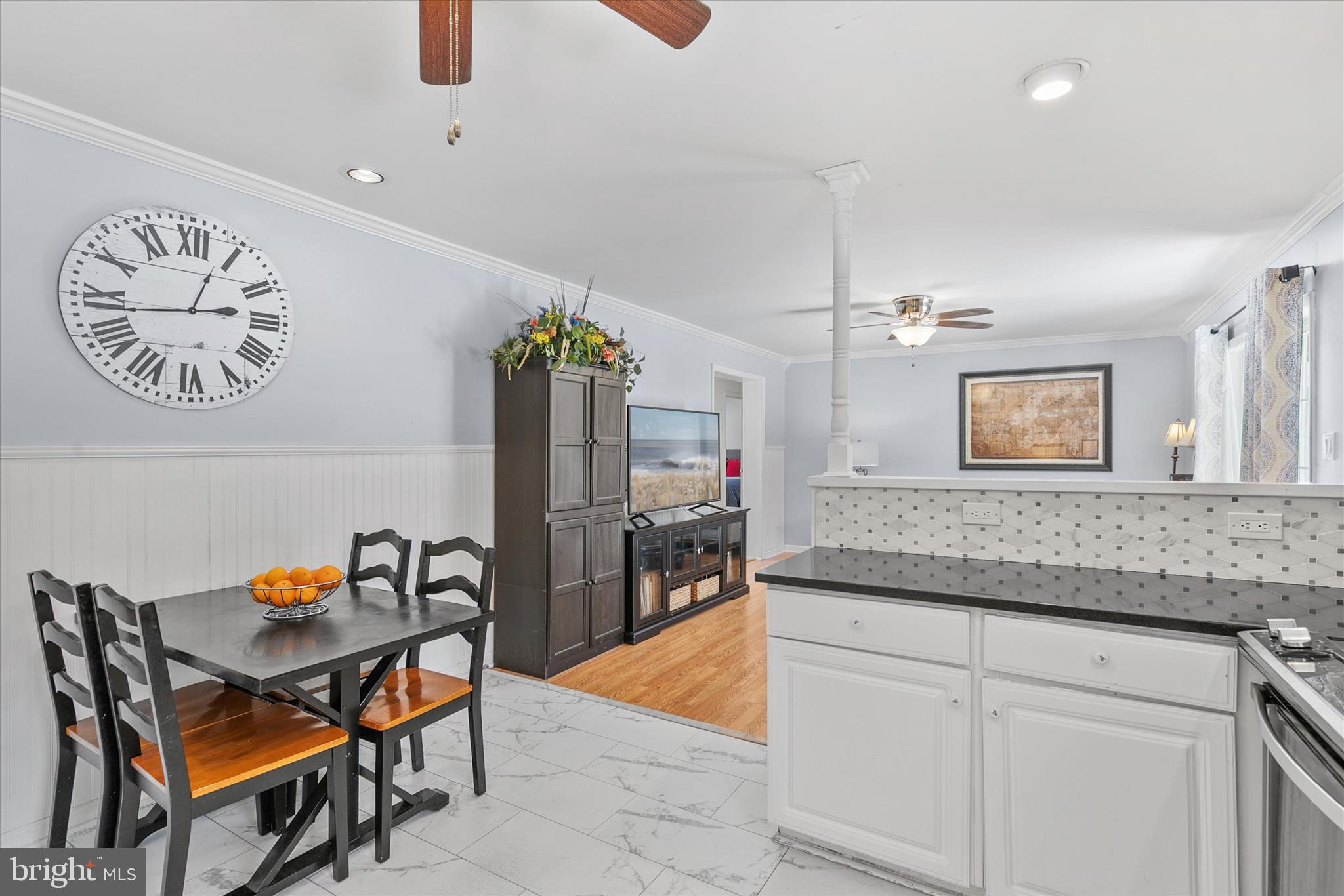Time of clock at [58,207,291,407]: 2:43
